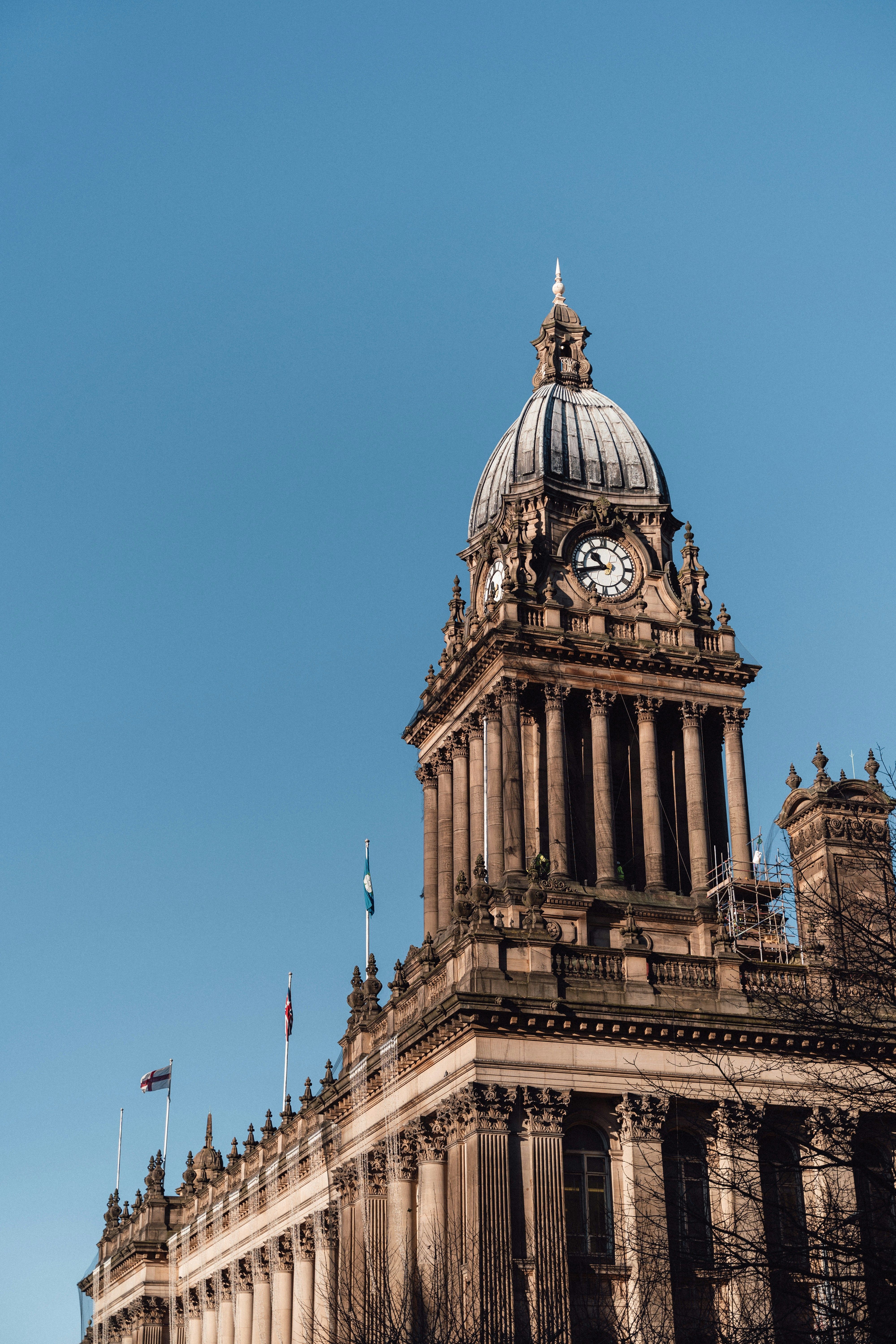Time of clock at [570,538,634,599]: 10:42
